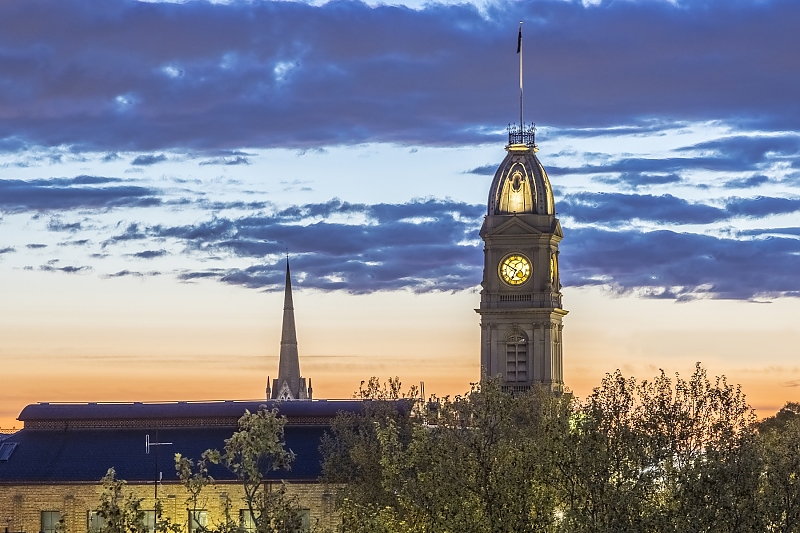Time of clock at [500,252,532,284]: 6:50
